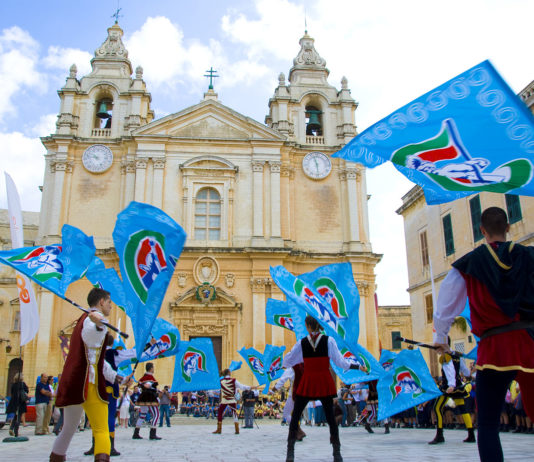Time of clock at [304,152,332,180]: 11:28
